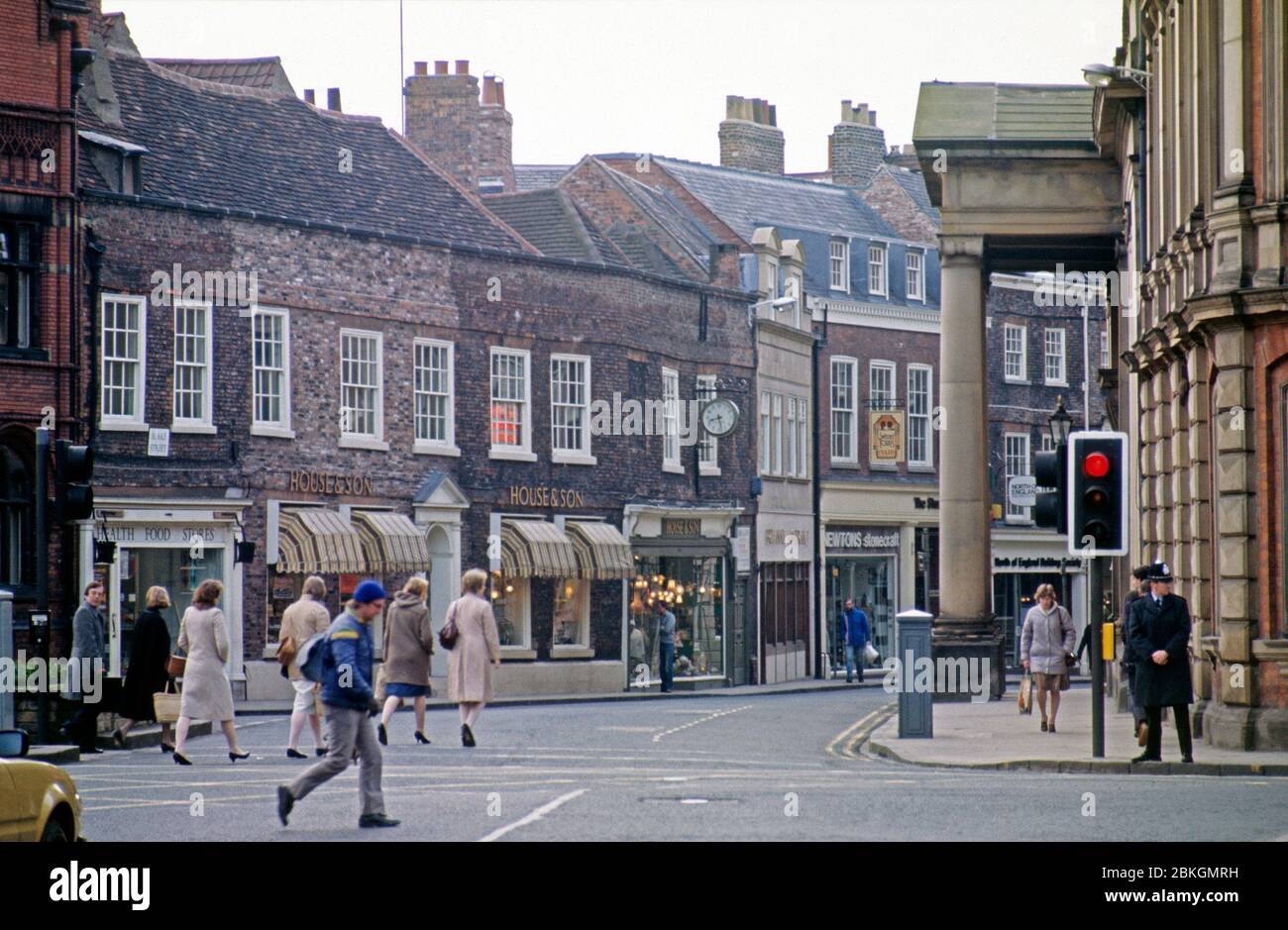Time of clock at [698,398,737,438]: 8:27
